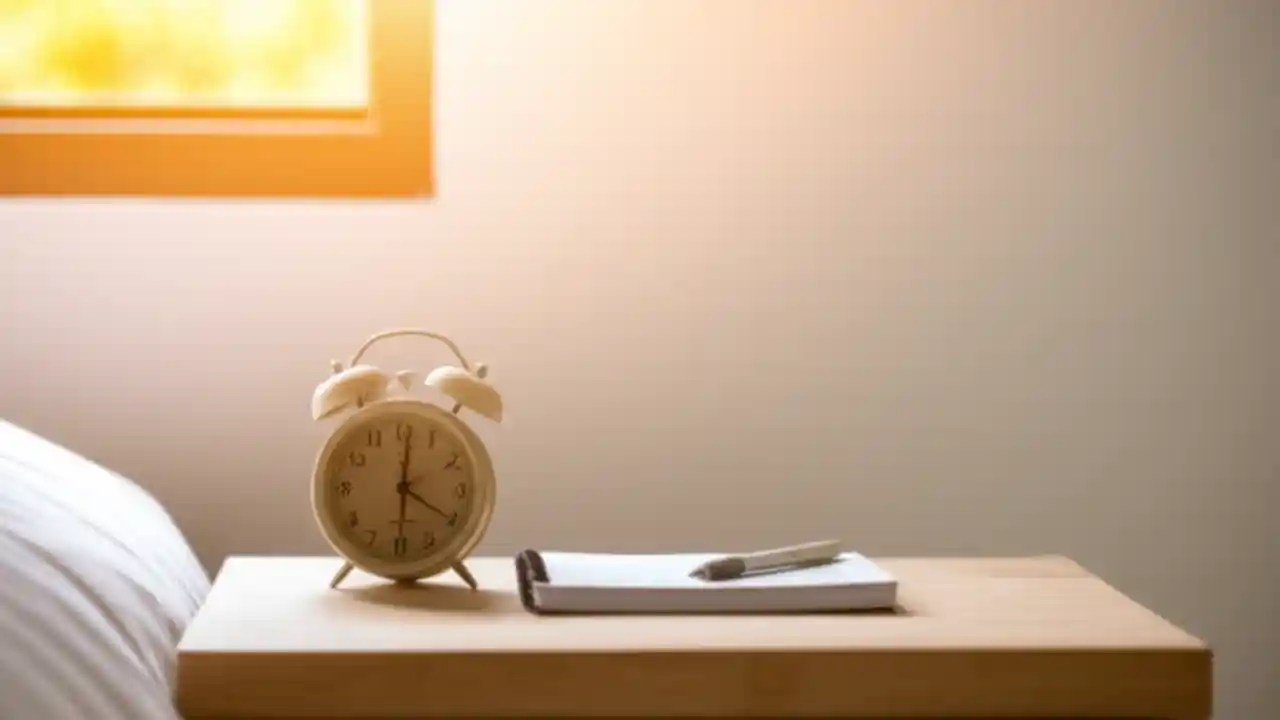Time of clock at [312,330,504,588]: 4:01
